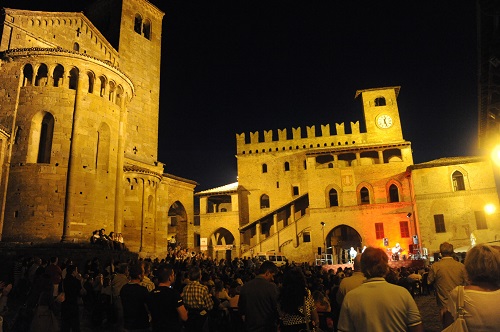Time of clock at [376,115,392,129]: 12:26
